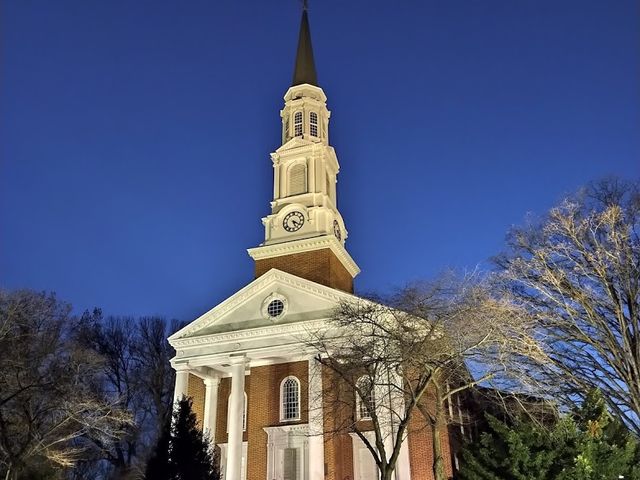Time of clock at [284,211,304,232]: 5:20
